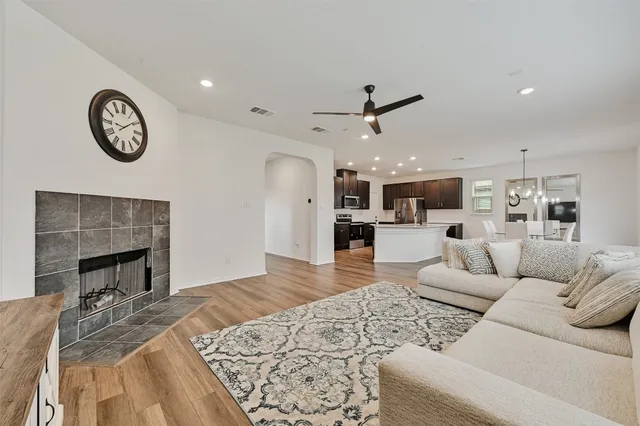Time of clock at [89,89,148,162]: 9:09
